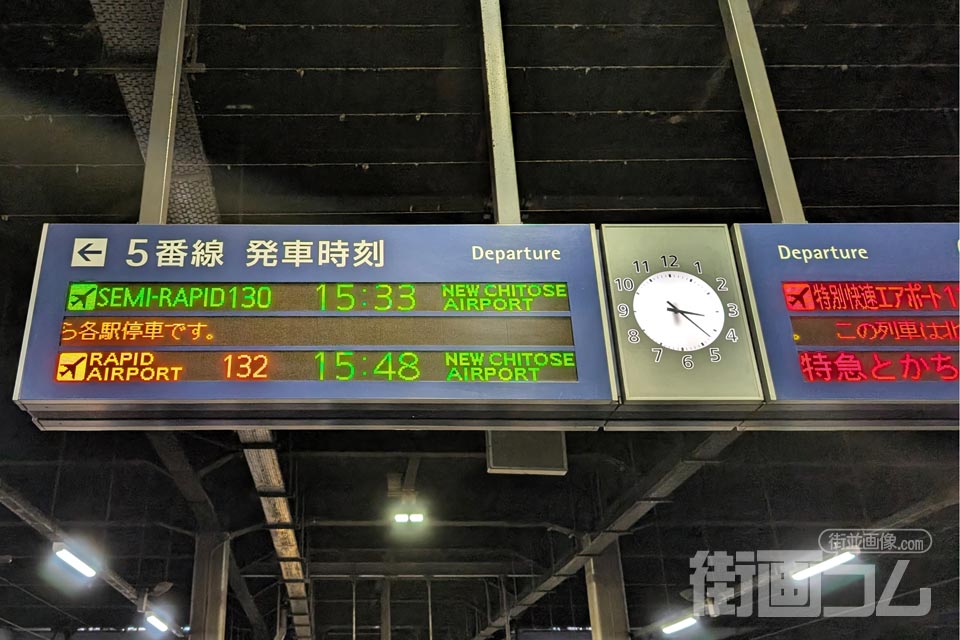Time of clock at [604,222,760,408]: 3:22
